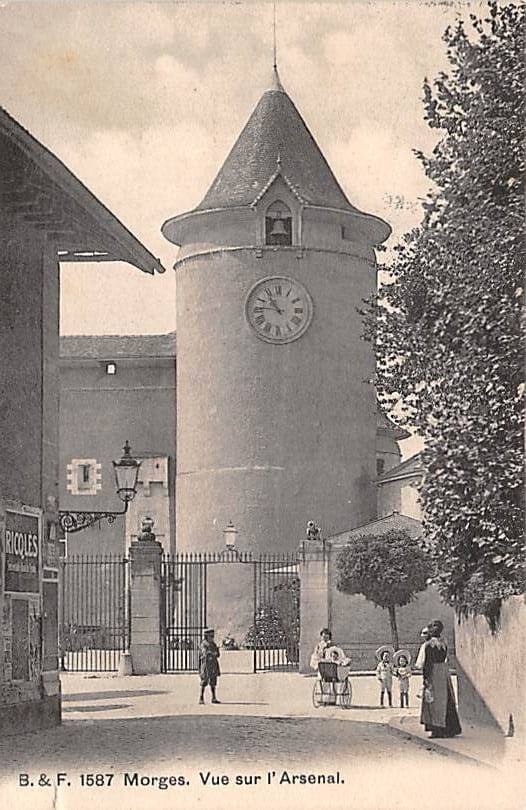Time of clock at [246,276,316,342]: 10:45
